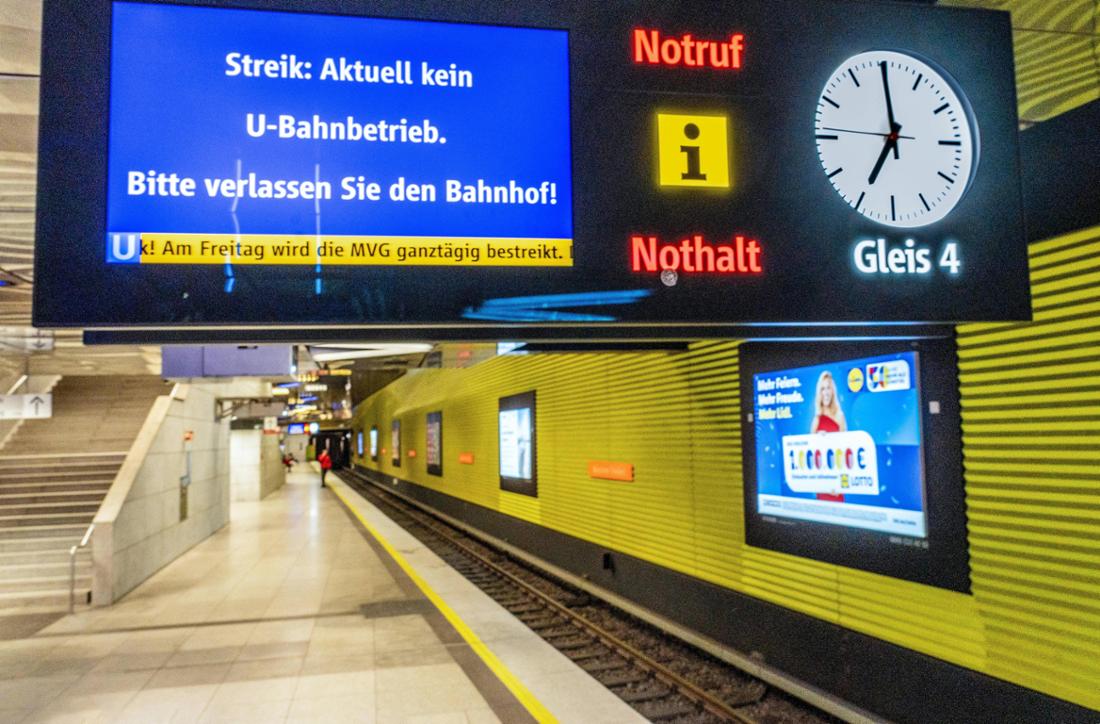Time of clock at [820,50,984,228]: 6:59
